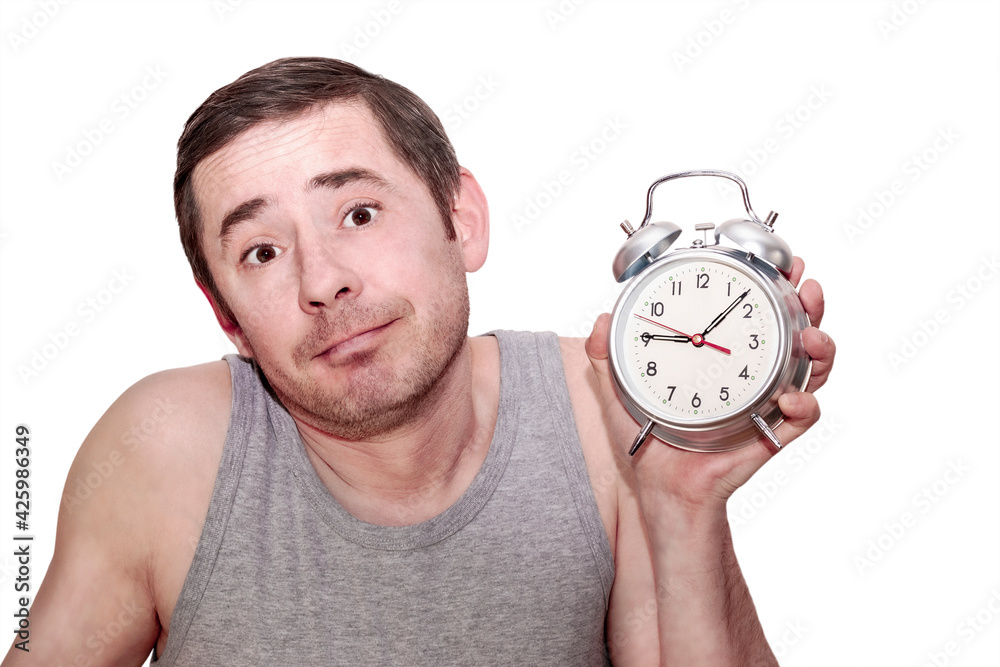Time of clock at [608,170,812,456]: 9:07
